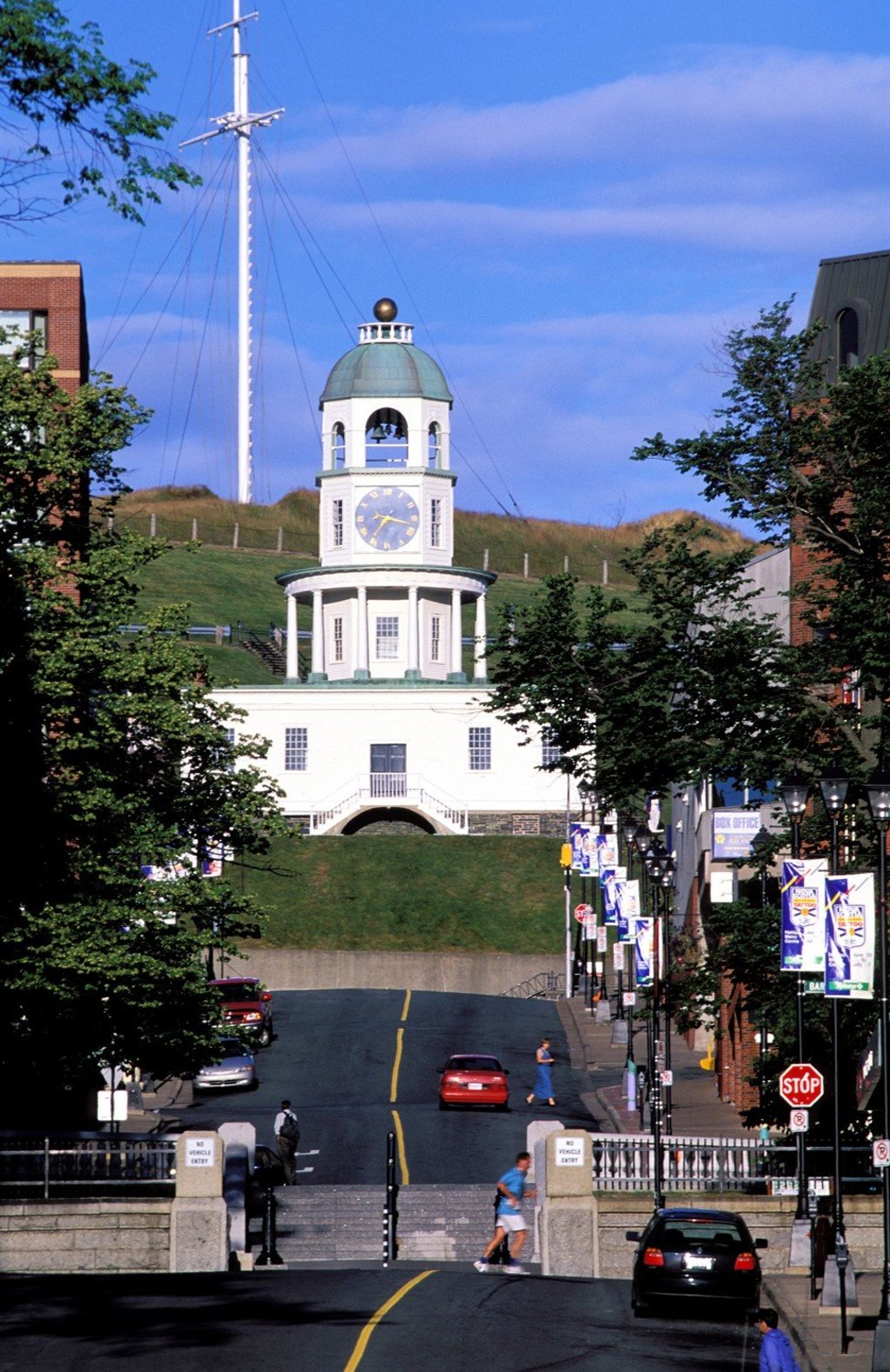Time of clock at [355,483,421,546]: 7:17
